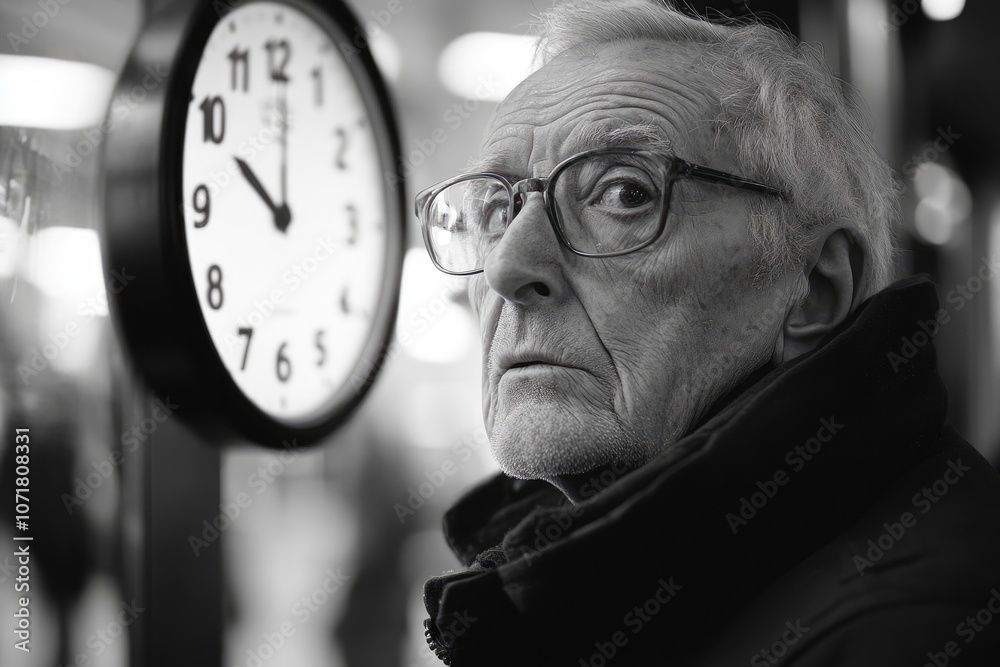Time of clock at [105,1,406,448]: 10:00
